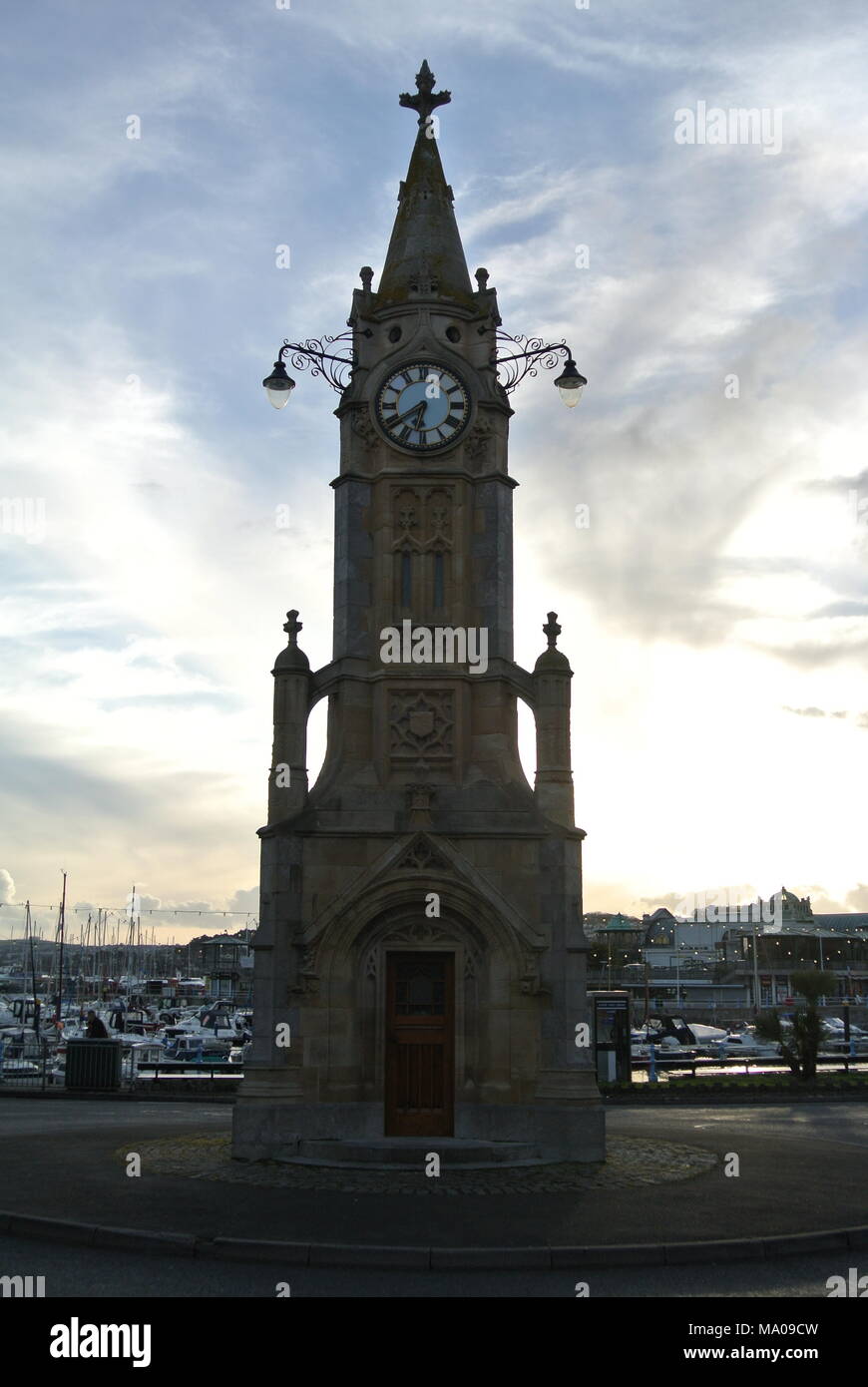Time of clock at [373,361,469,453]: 6:39
